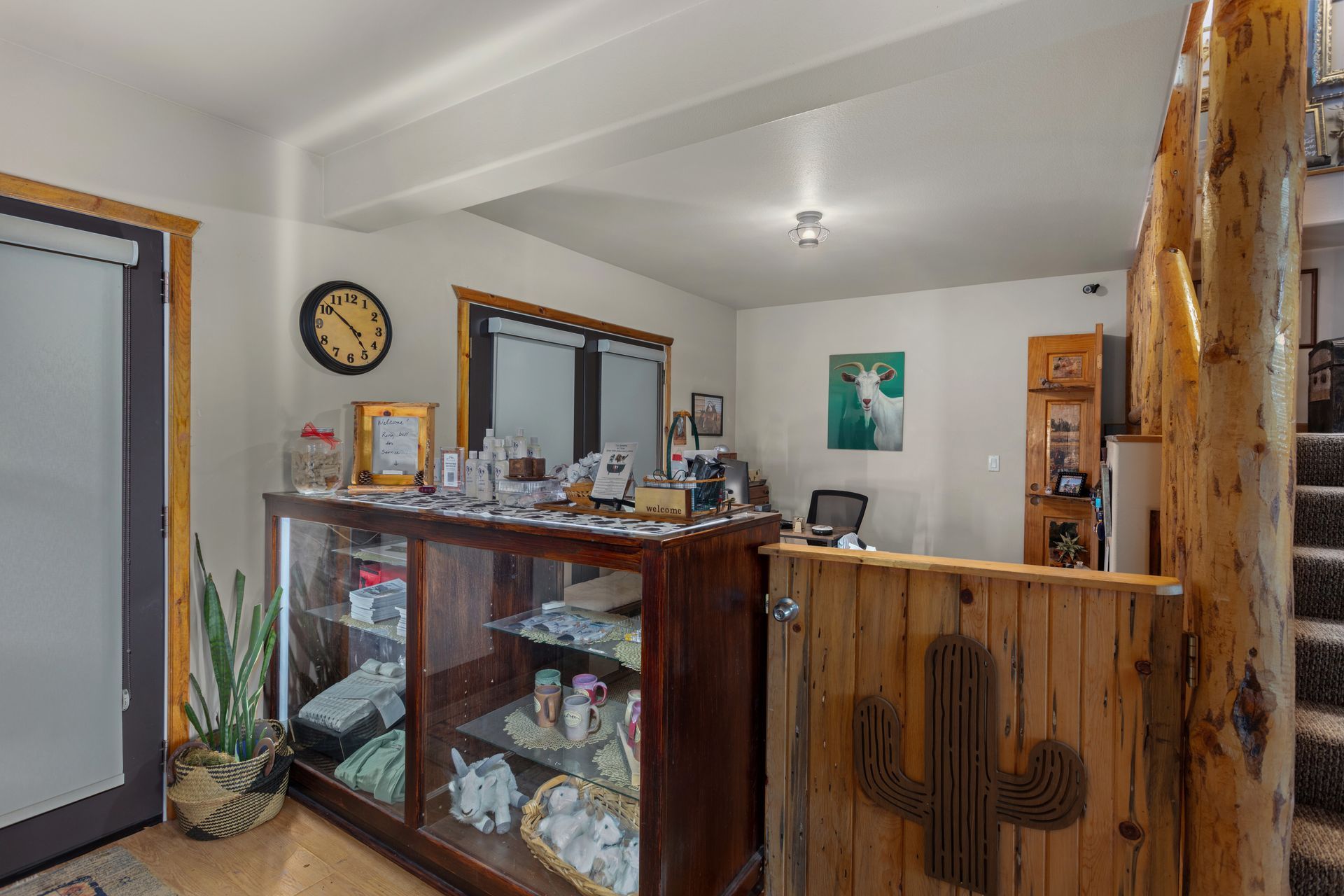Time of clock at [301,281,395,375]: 4:51
